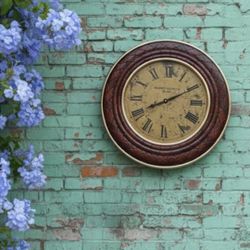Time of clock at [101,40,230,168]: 8:10
